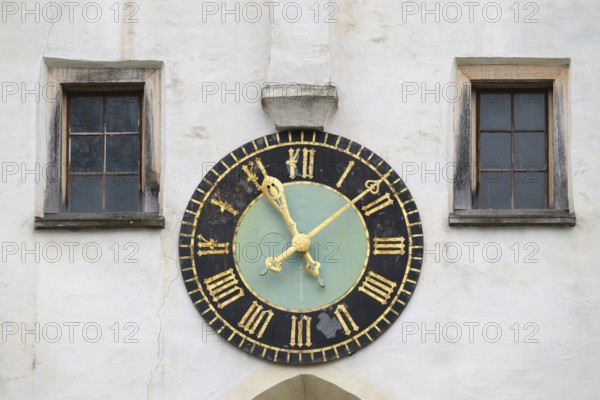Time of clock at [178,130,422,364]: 7:55
